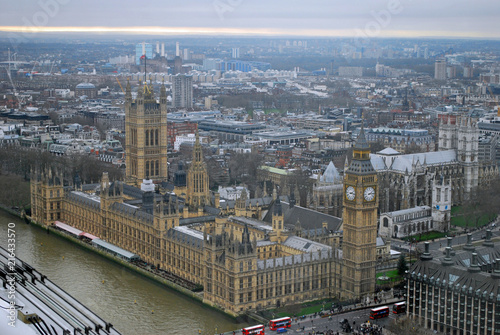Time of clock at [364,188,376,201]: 2:14
